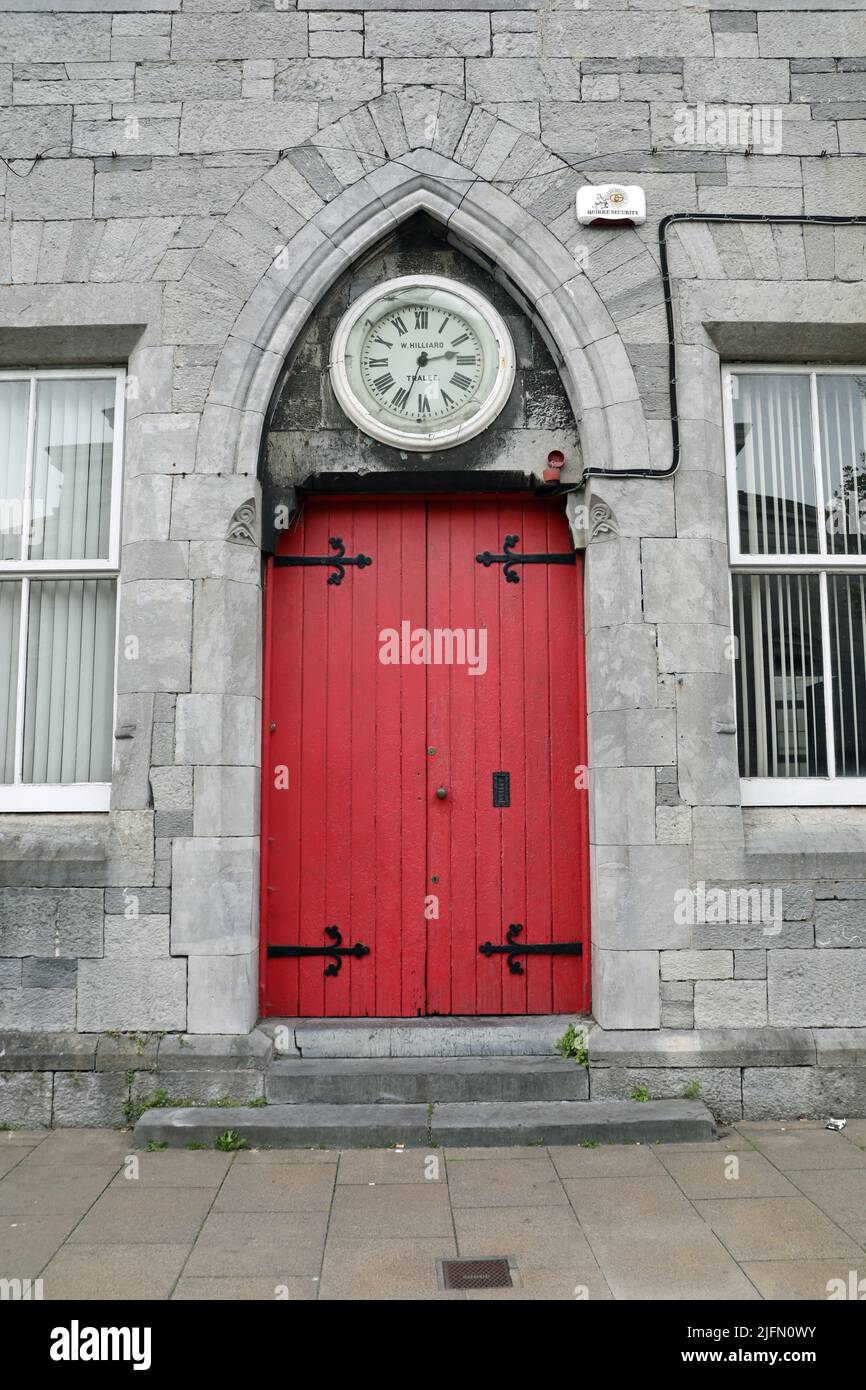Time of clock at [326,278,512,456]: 2:33
